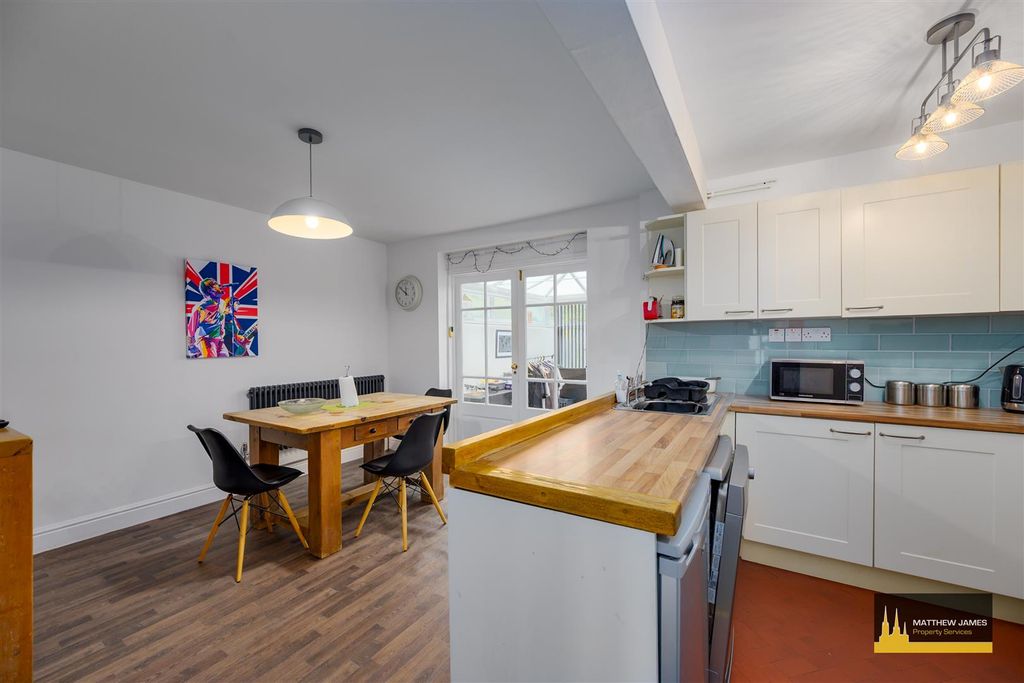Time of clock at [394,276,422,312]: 11:50
